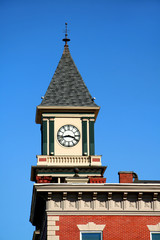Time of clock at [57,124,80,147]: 3:43
